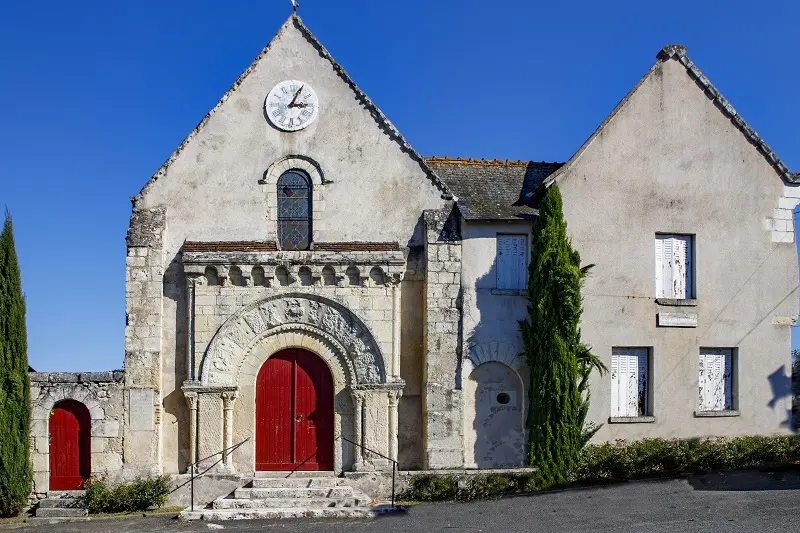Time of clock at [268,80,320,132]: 3:04
